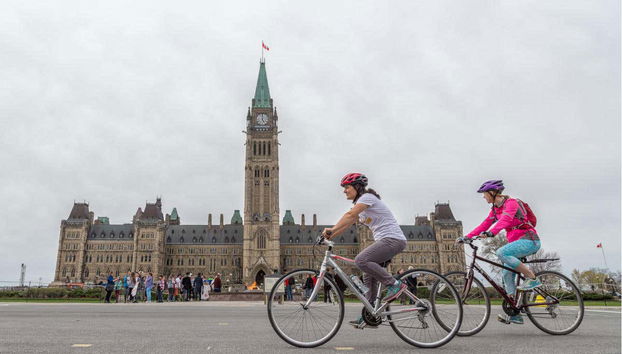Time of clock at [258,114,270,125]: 5:00
